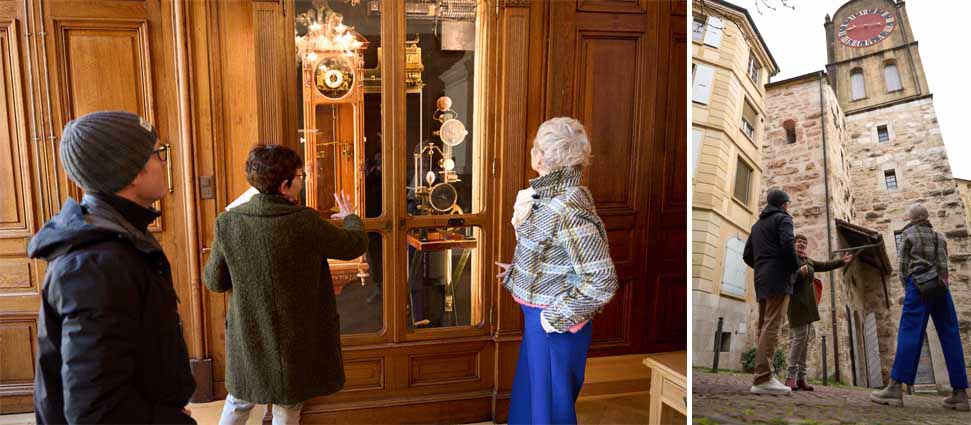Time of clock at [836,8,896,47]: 8:14
